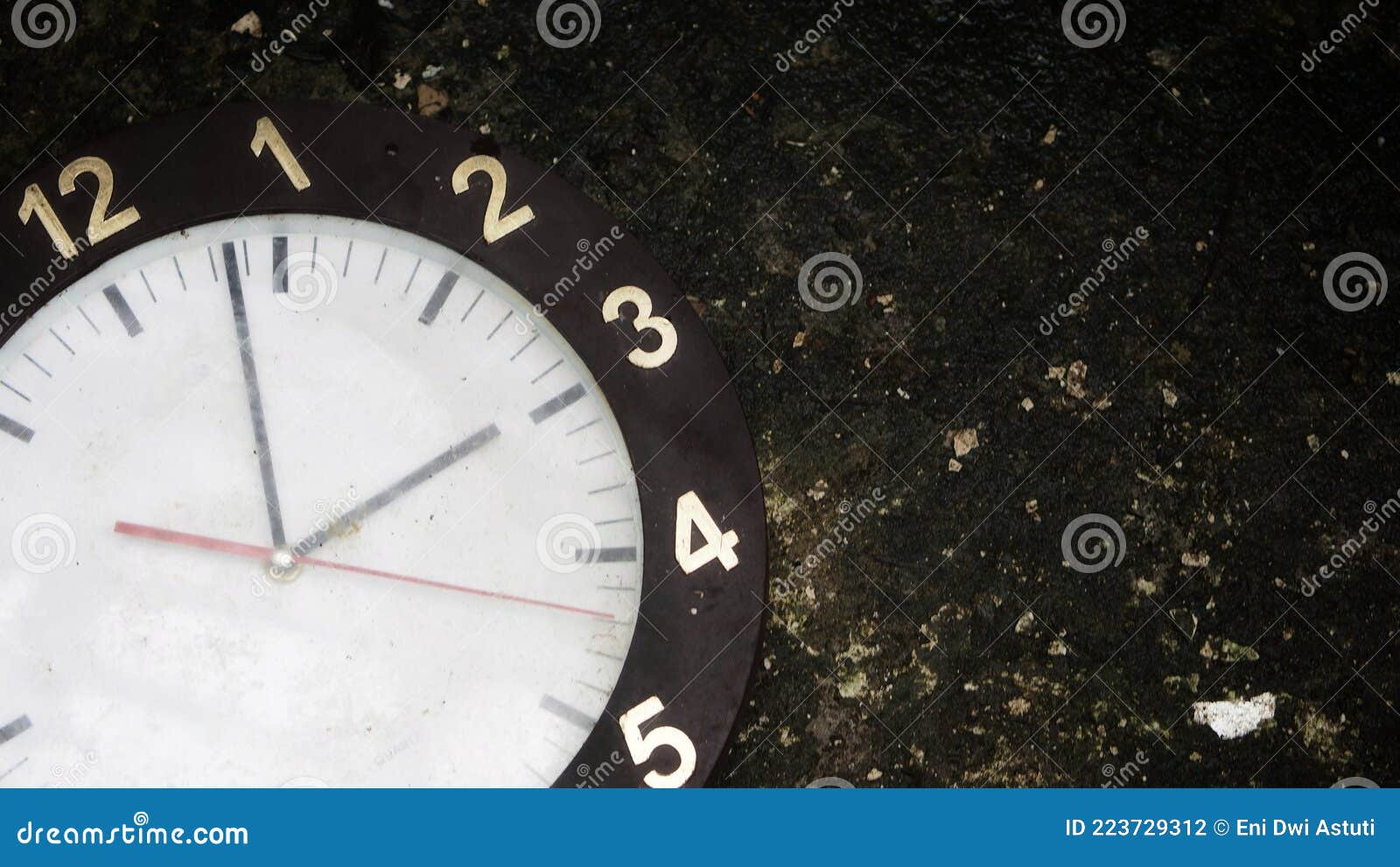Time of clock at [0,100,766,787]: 1:58
